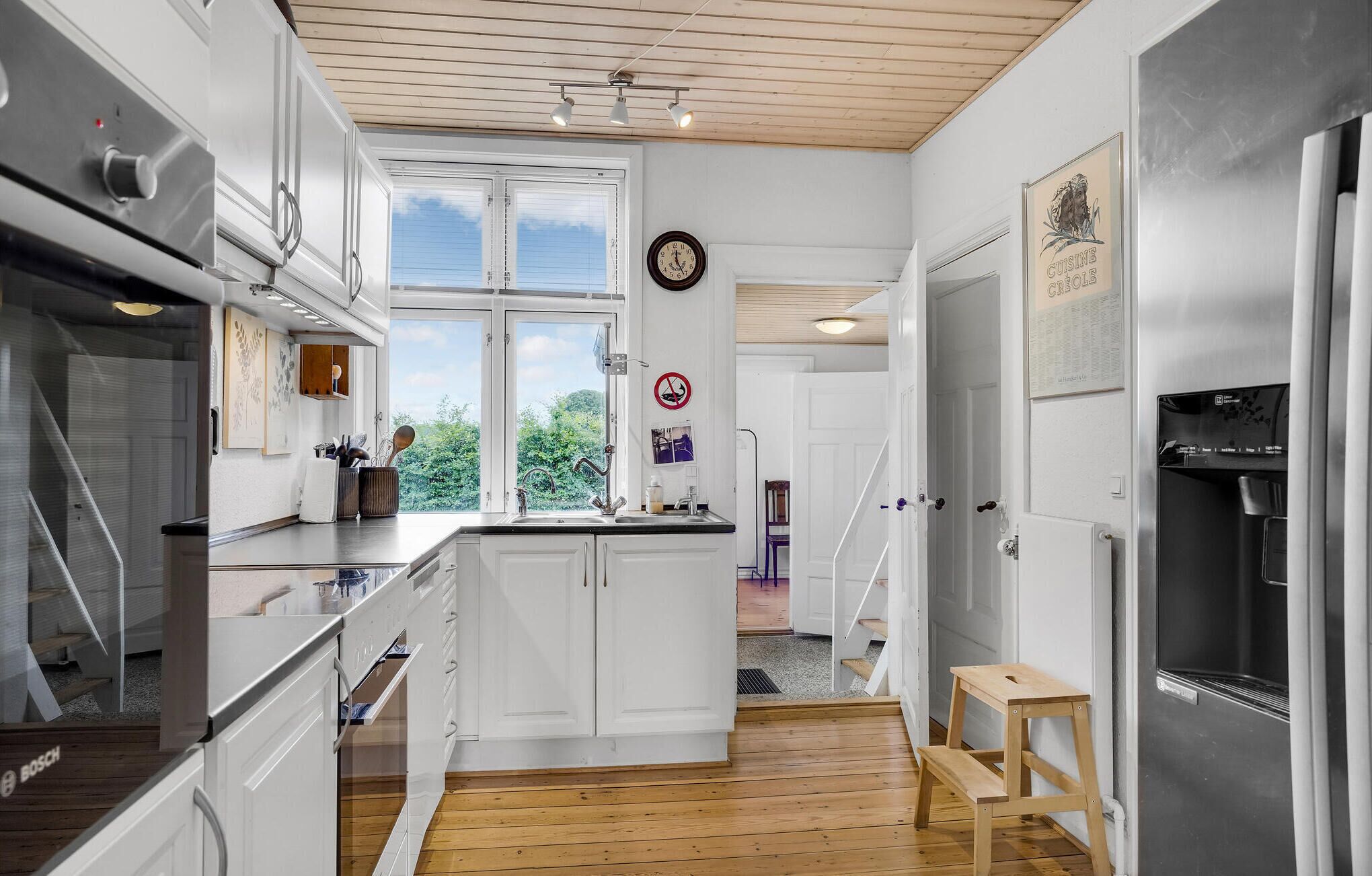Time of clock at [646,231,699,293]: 12:26
